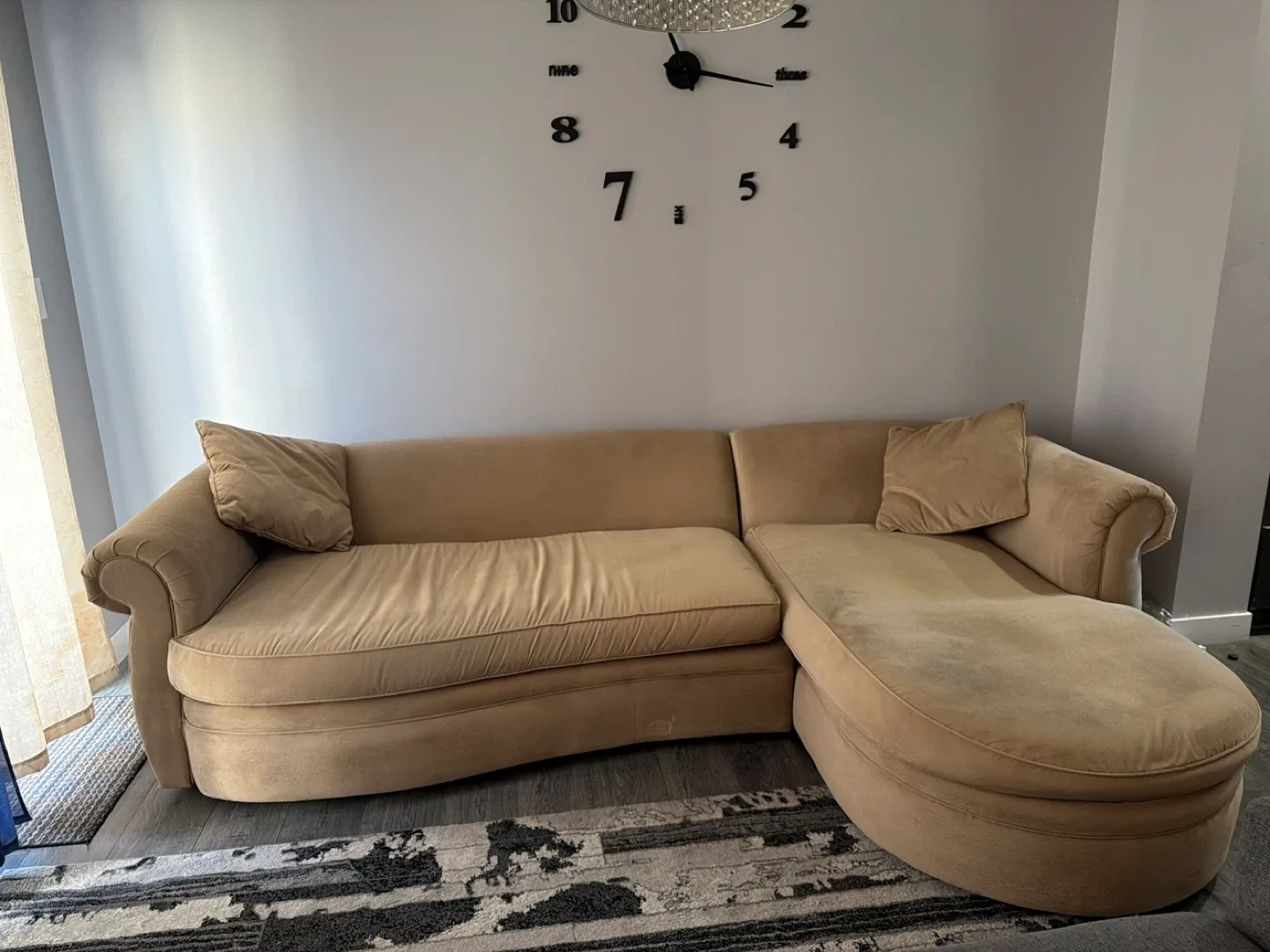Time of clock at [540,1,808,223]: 11:16
